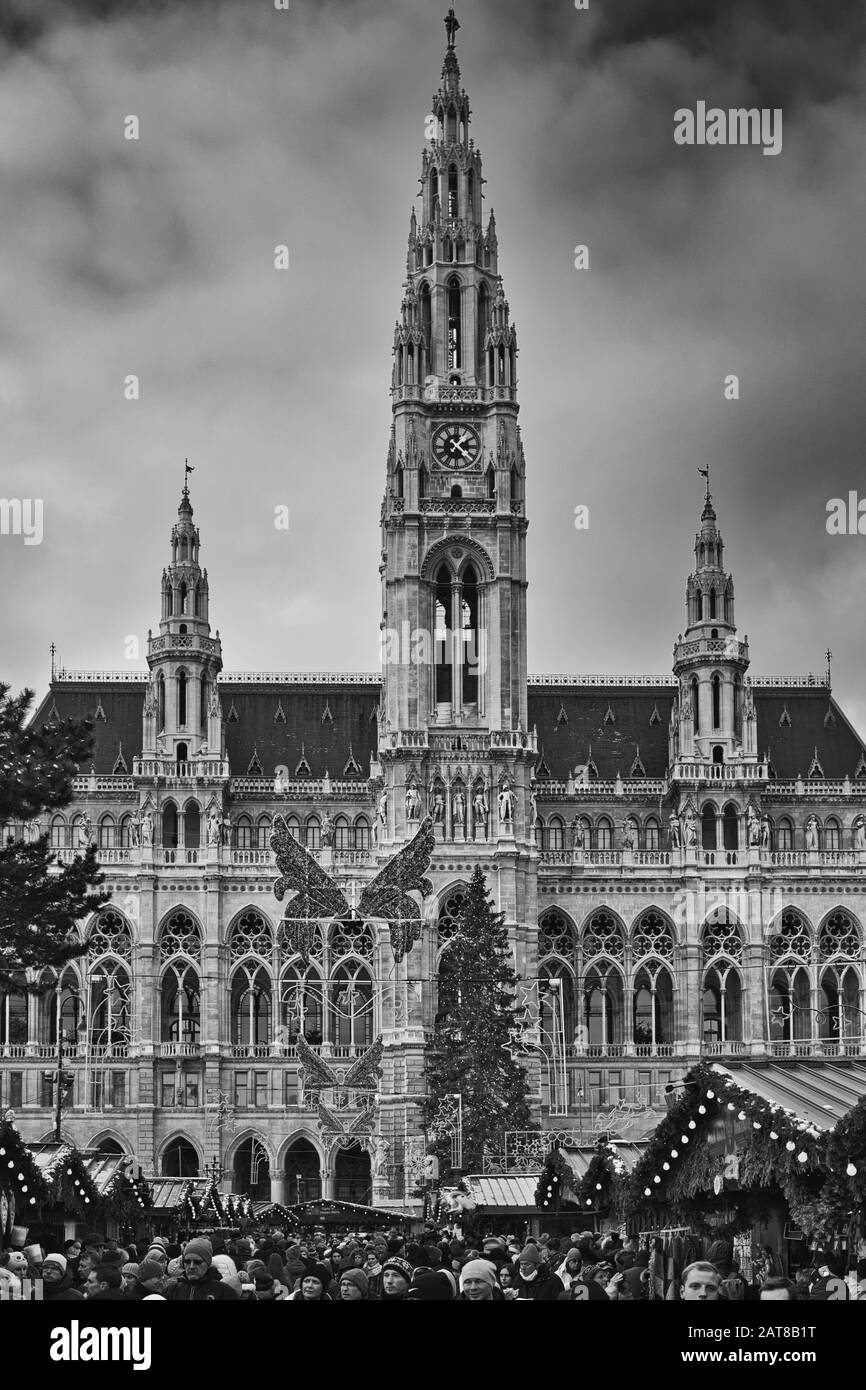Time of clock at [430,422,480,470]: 1:22
